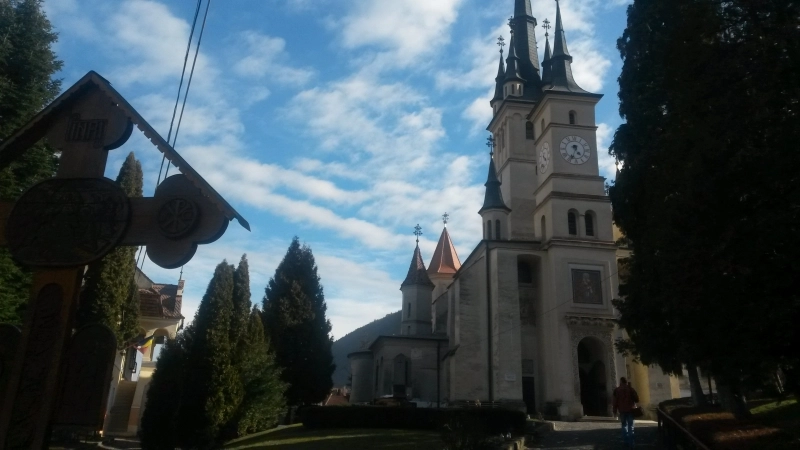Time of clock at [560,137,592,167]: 4:33
